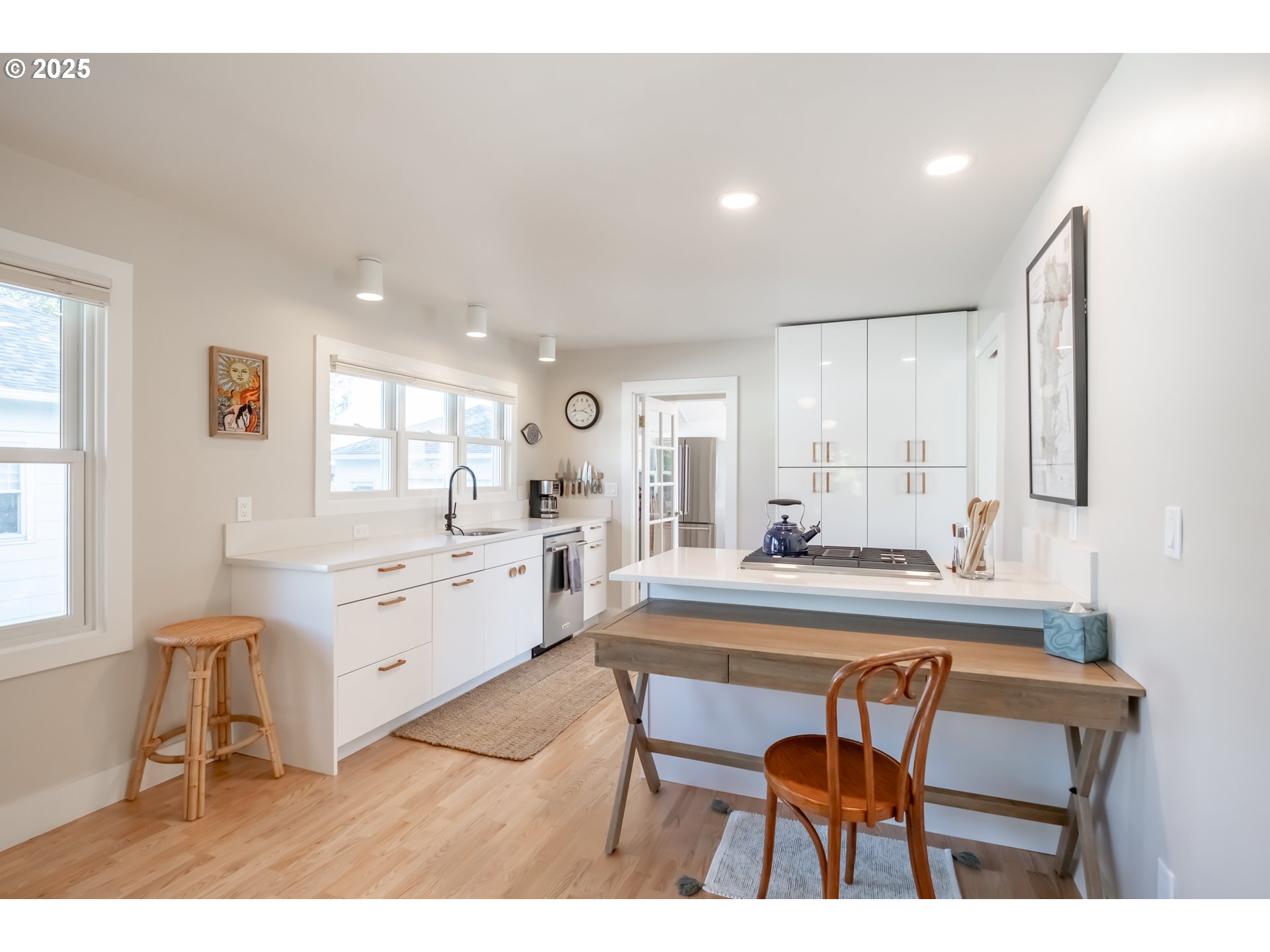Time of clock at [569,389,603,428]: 3:44
